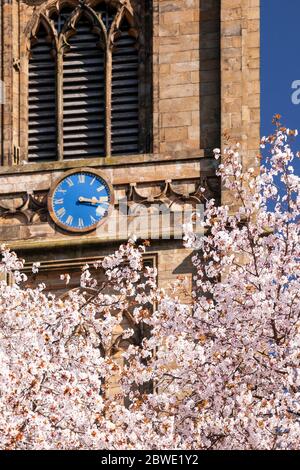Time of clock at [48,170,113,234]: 3:16
